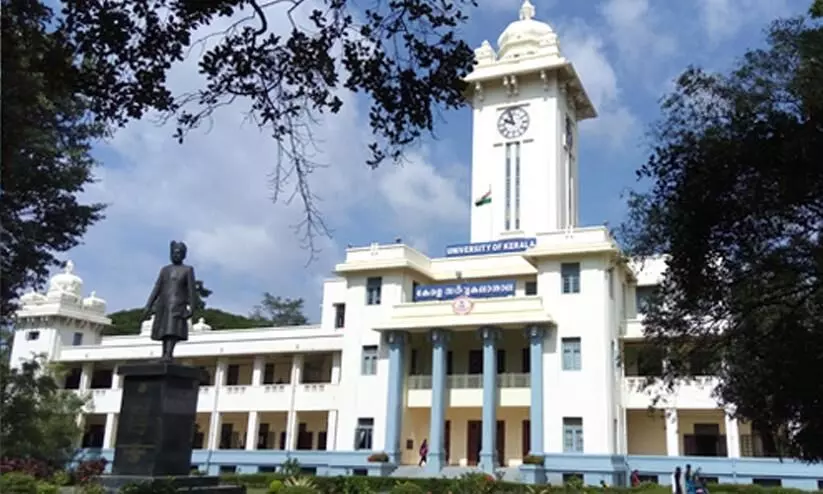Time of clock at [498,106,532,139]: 9:57
